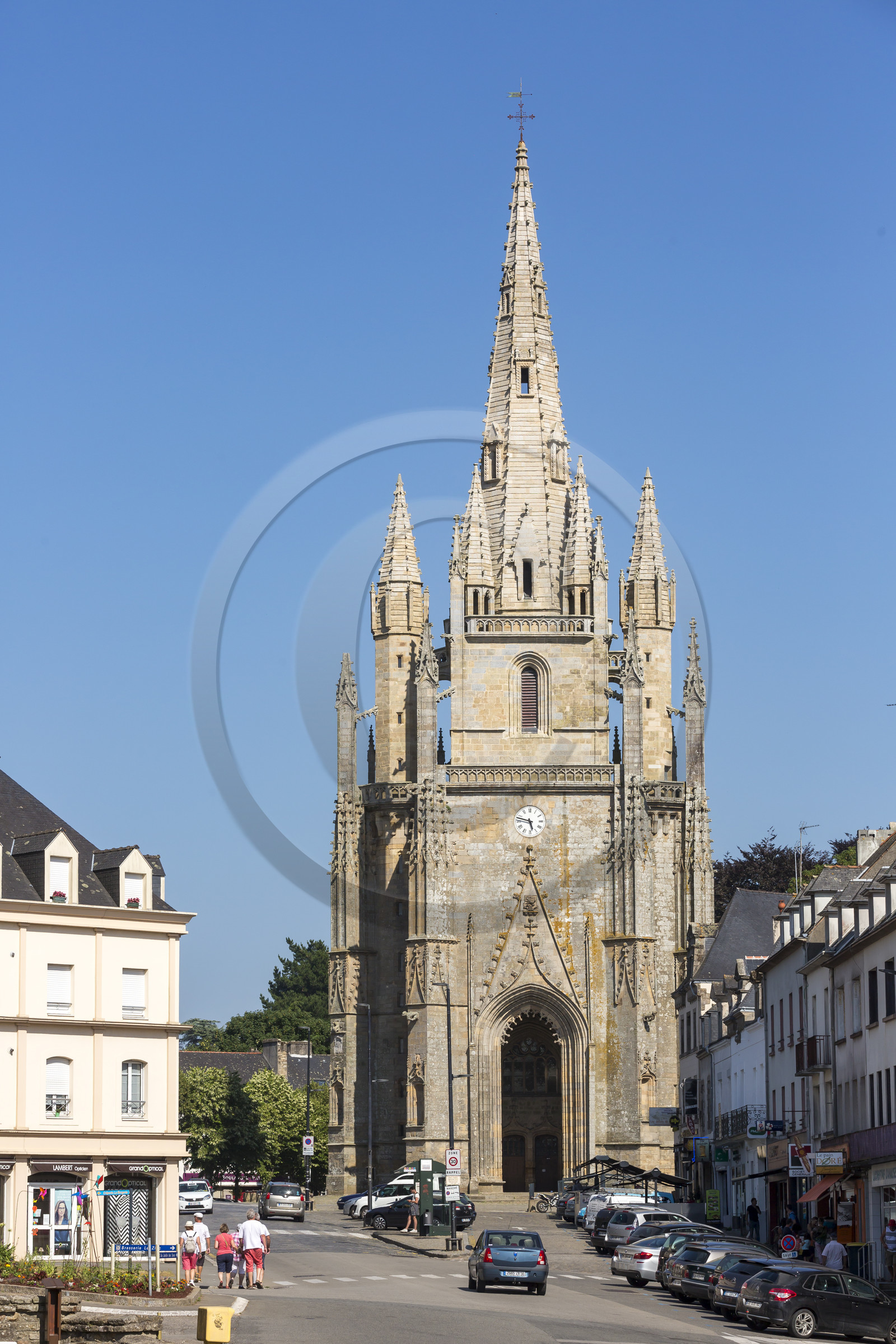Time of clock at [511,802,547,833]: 5:47
